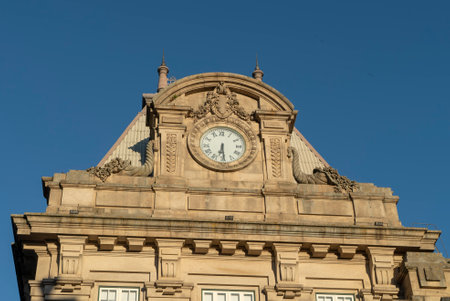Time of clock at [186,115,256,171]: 6:29
